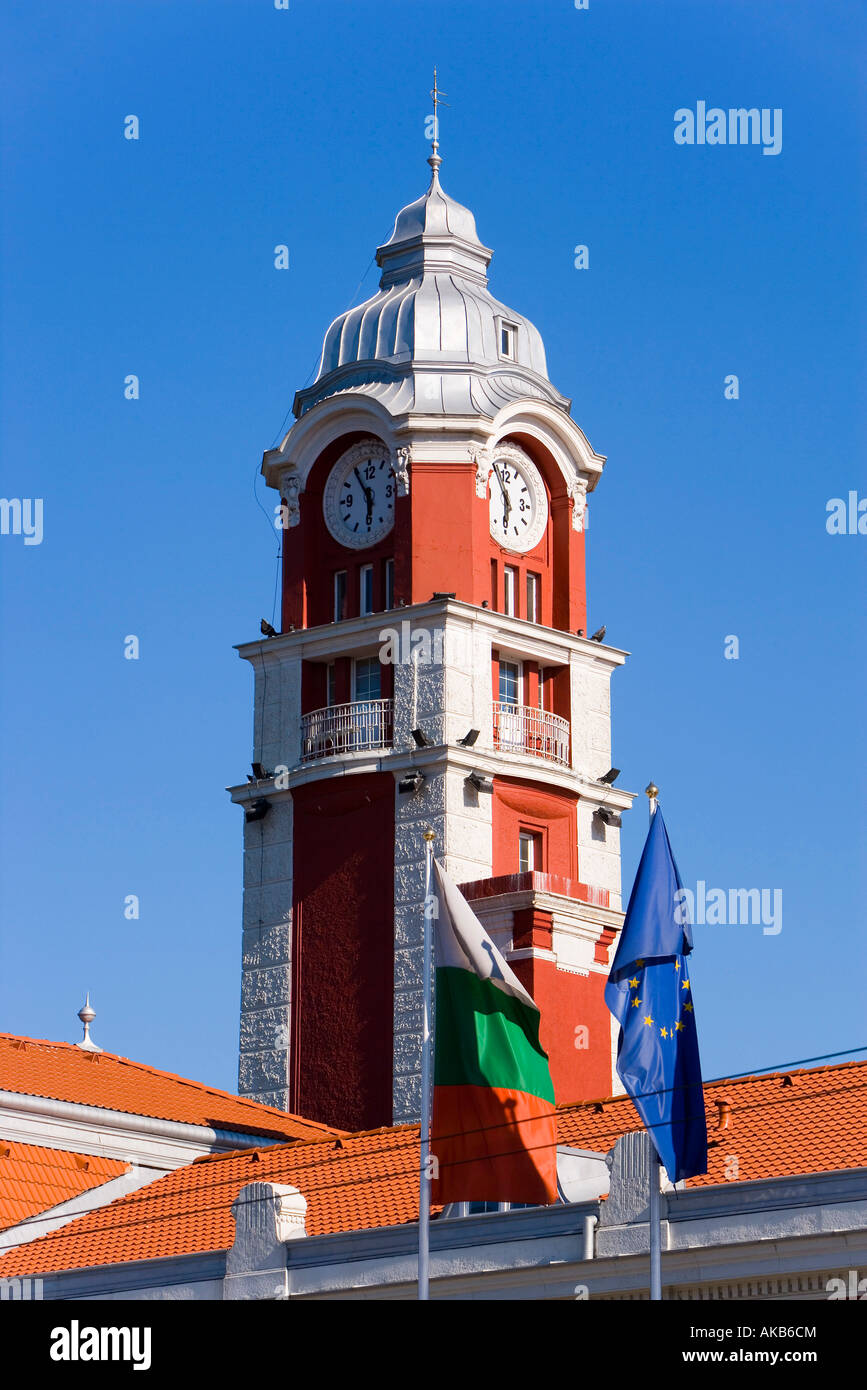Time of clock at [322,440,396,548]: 5:54
